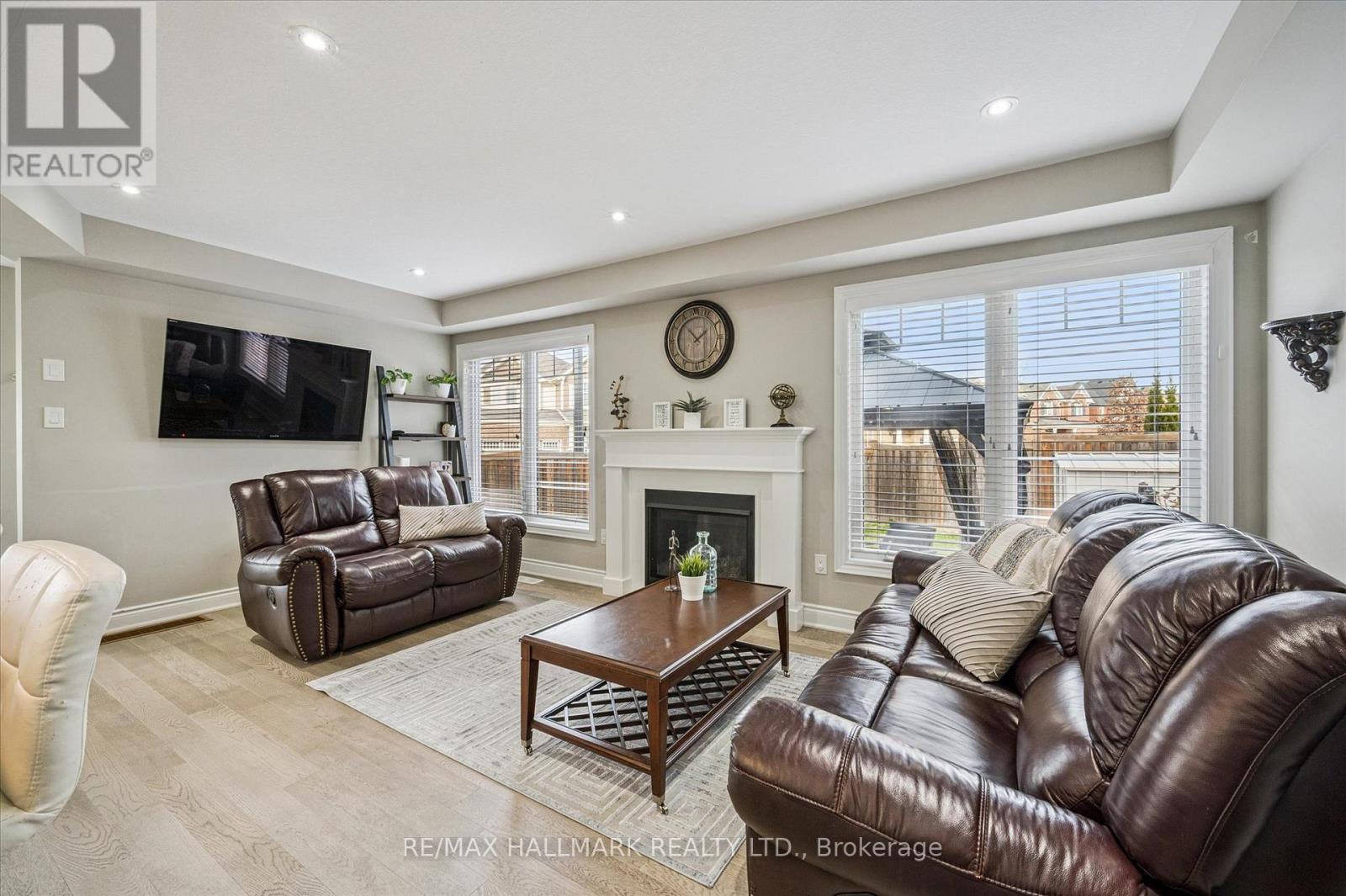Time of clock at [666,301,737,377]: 1:52
